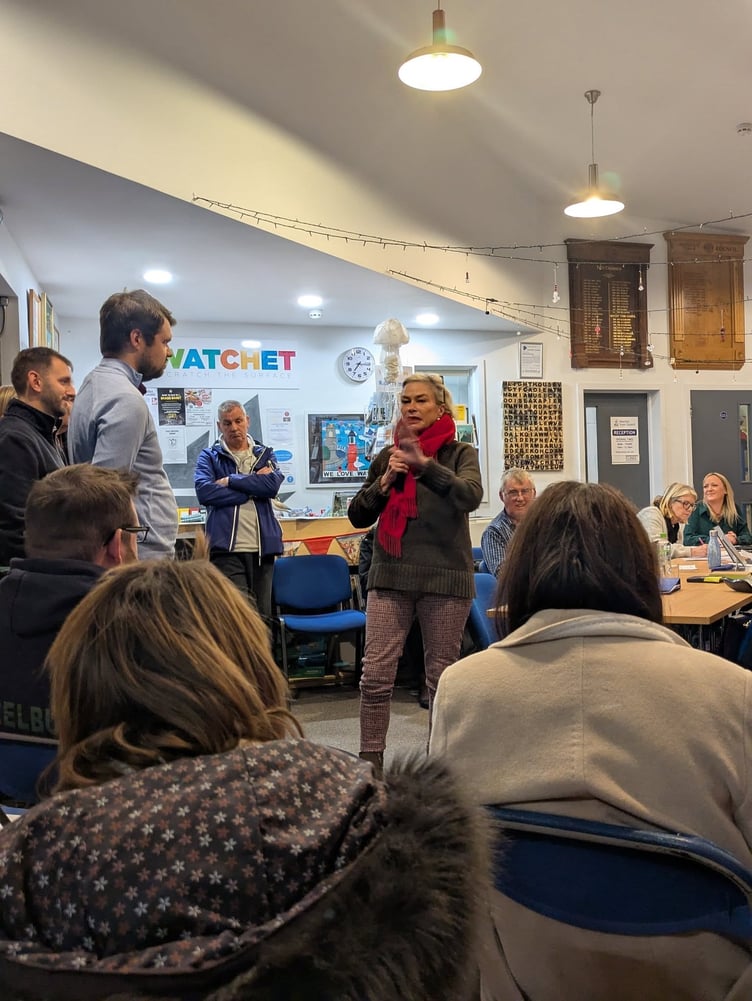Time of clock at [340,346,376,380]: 7:15
